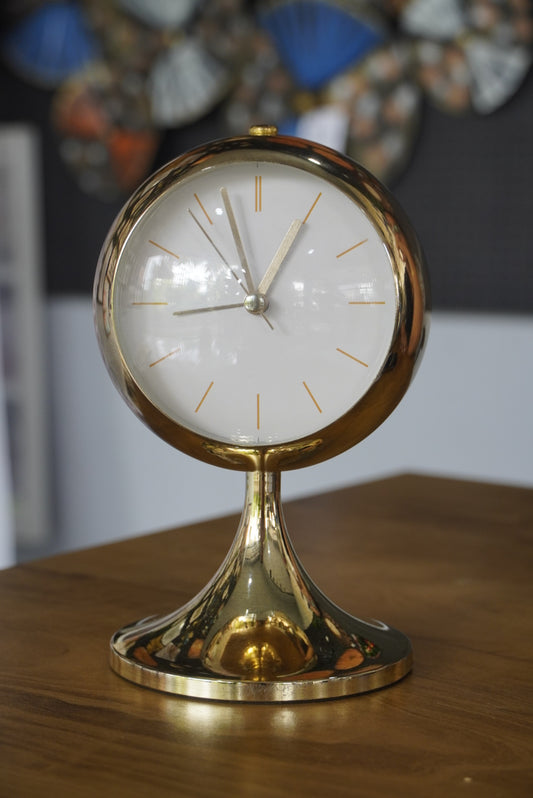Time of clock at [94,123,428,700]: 8:56
